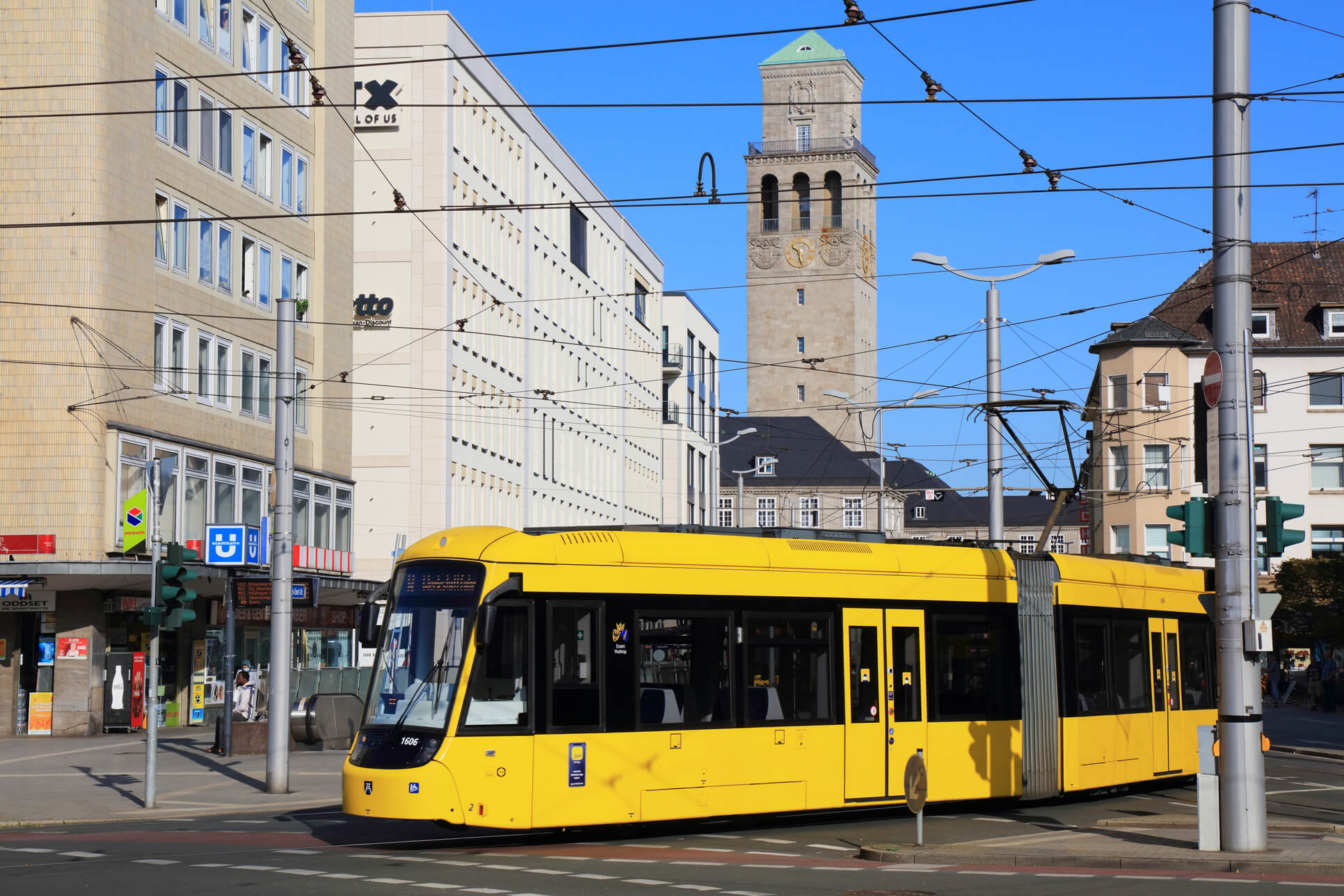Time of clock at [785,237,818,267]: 10:28
